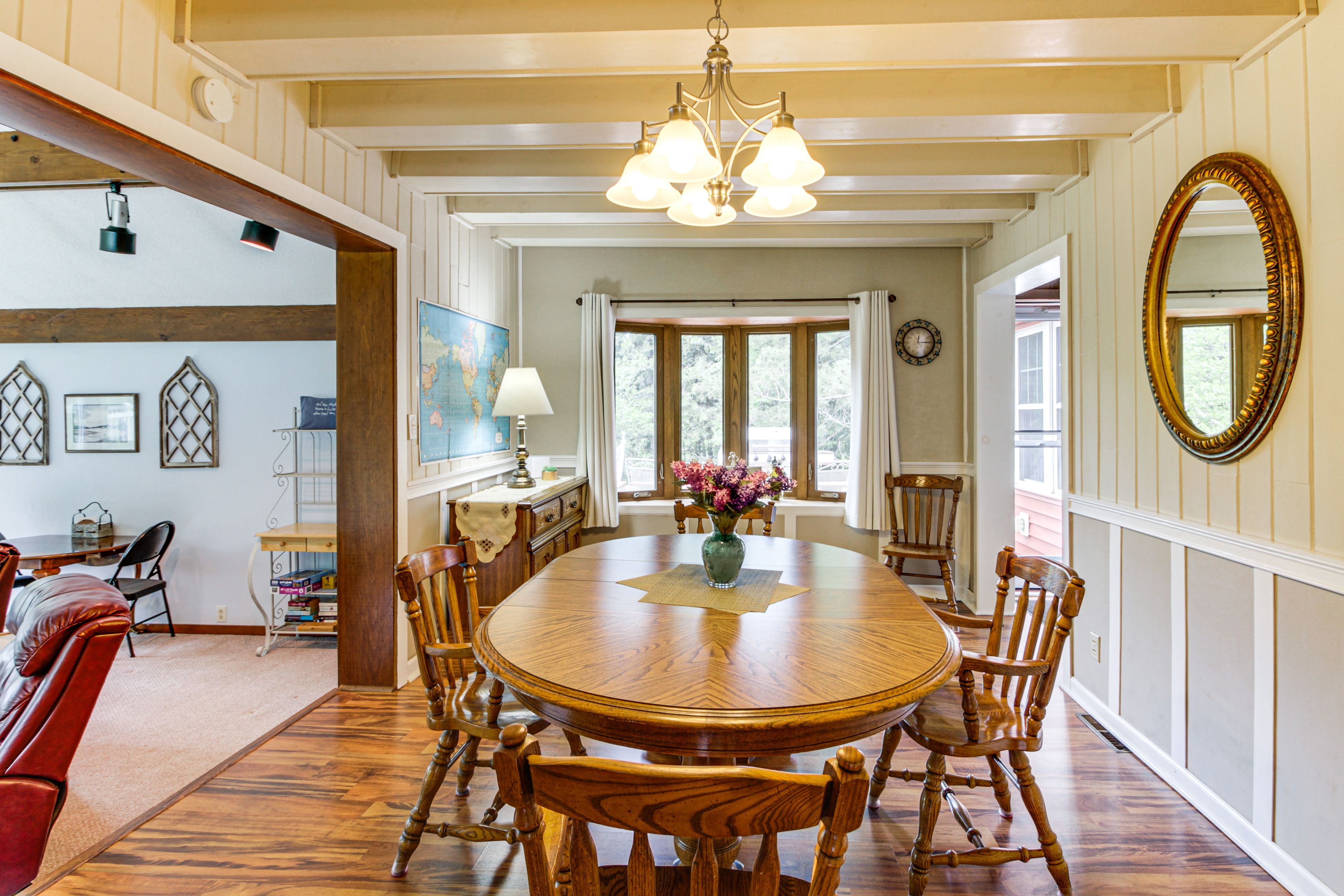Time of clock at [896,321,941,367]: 12:15
